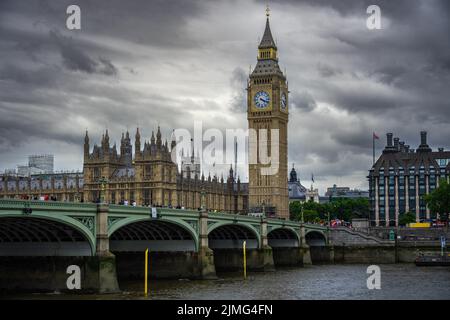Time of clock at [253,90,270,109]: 4:18
